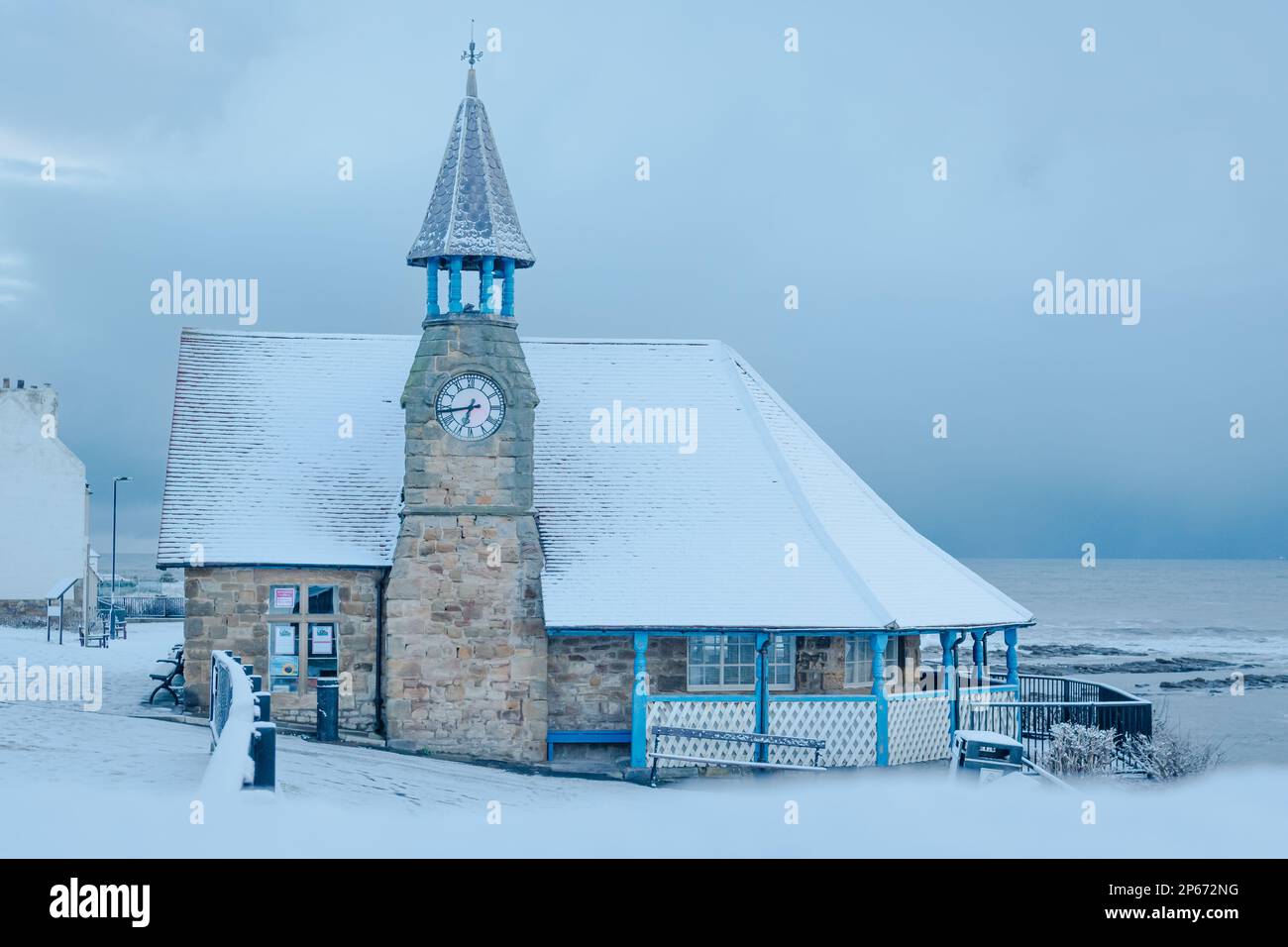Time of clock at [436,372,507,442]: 6:43
